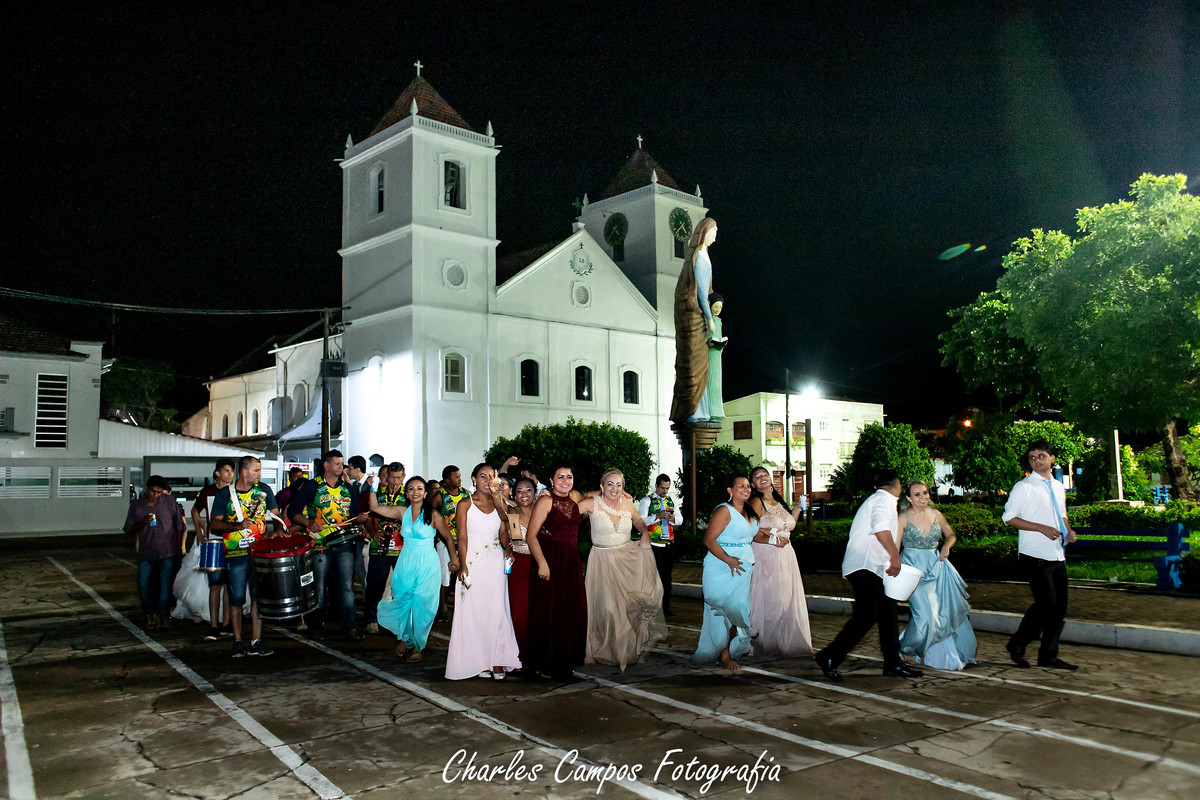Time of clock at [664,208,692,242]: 4:37
